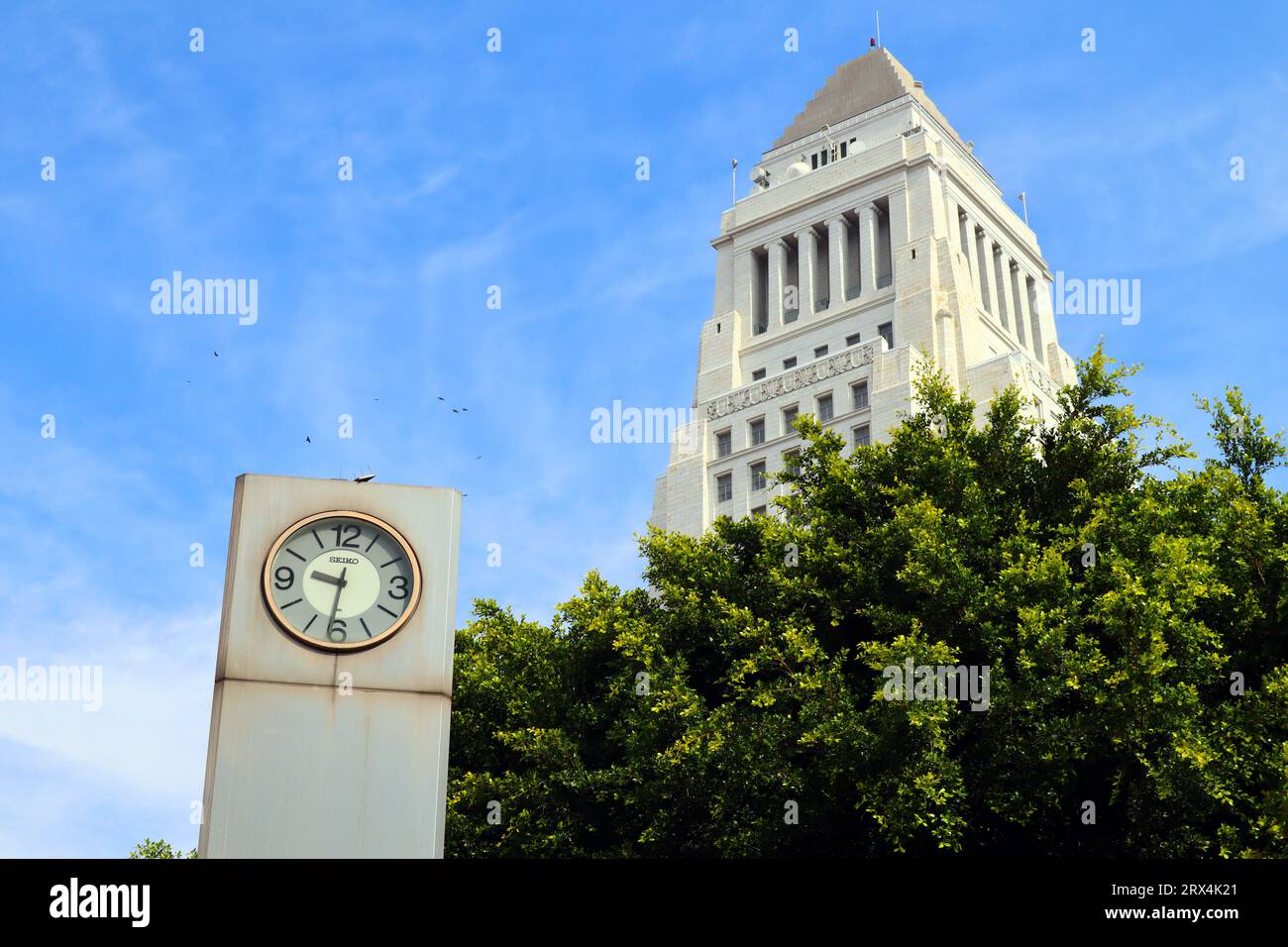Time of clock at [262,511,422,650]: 9:31
